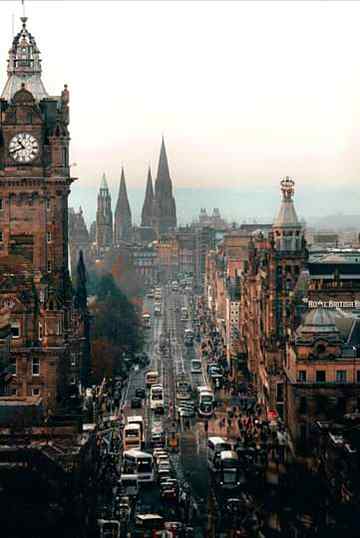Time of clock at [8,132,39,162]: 10:41
